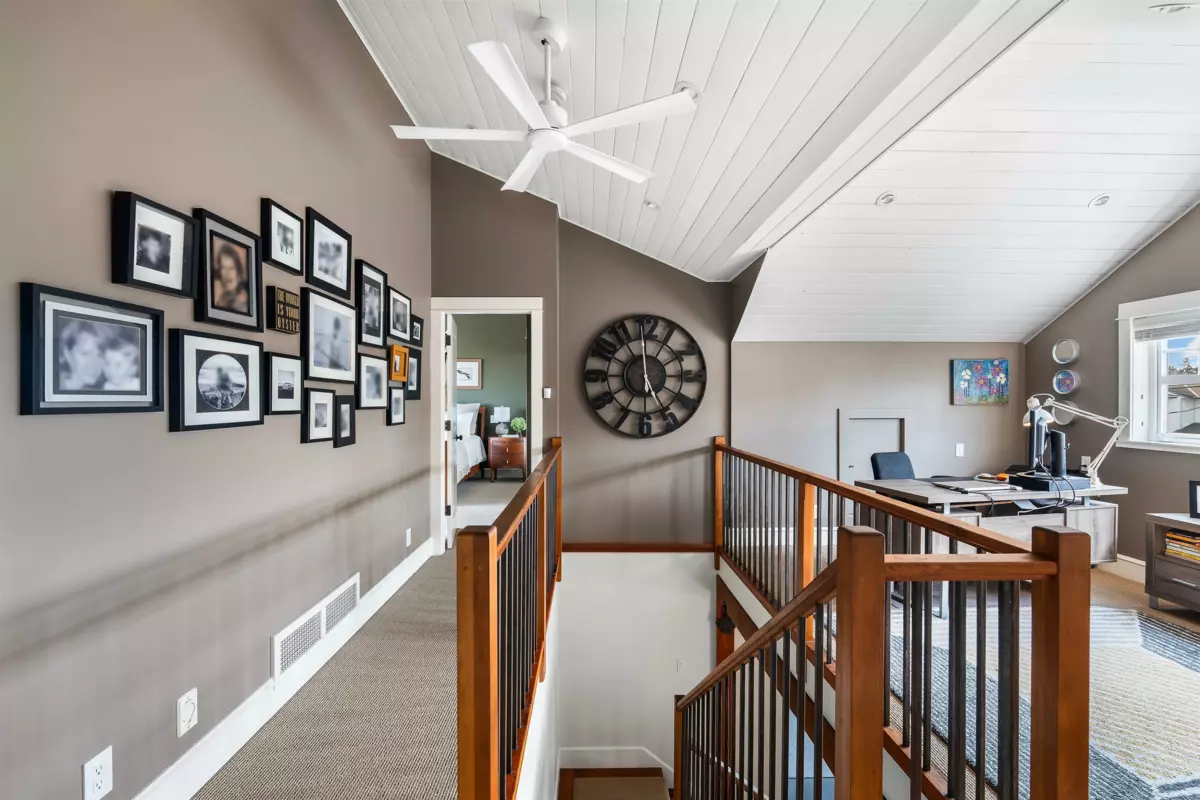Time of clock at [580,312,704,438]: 4:59
